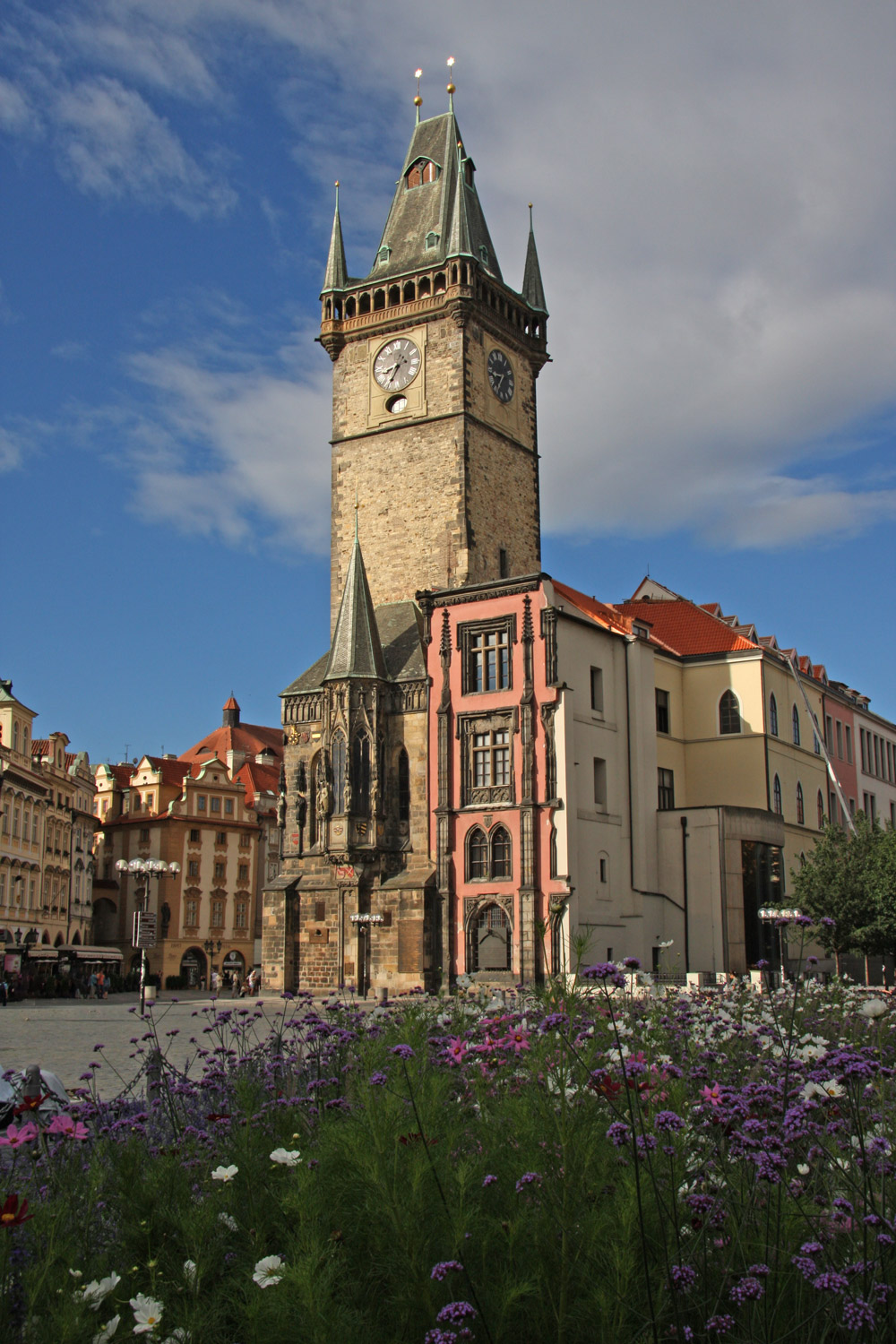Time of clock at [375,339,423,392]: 8:35
